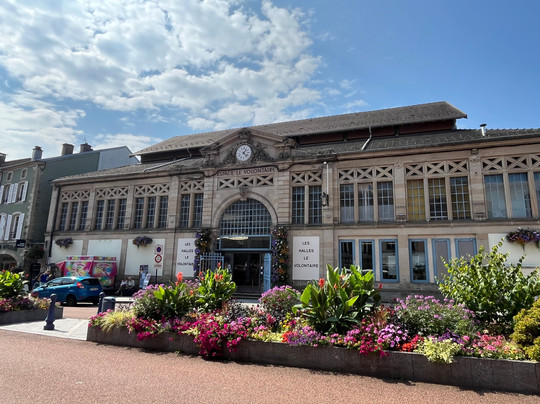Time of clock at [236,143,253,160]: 1:22
